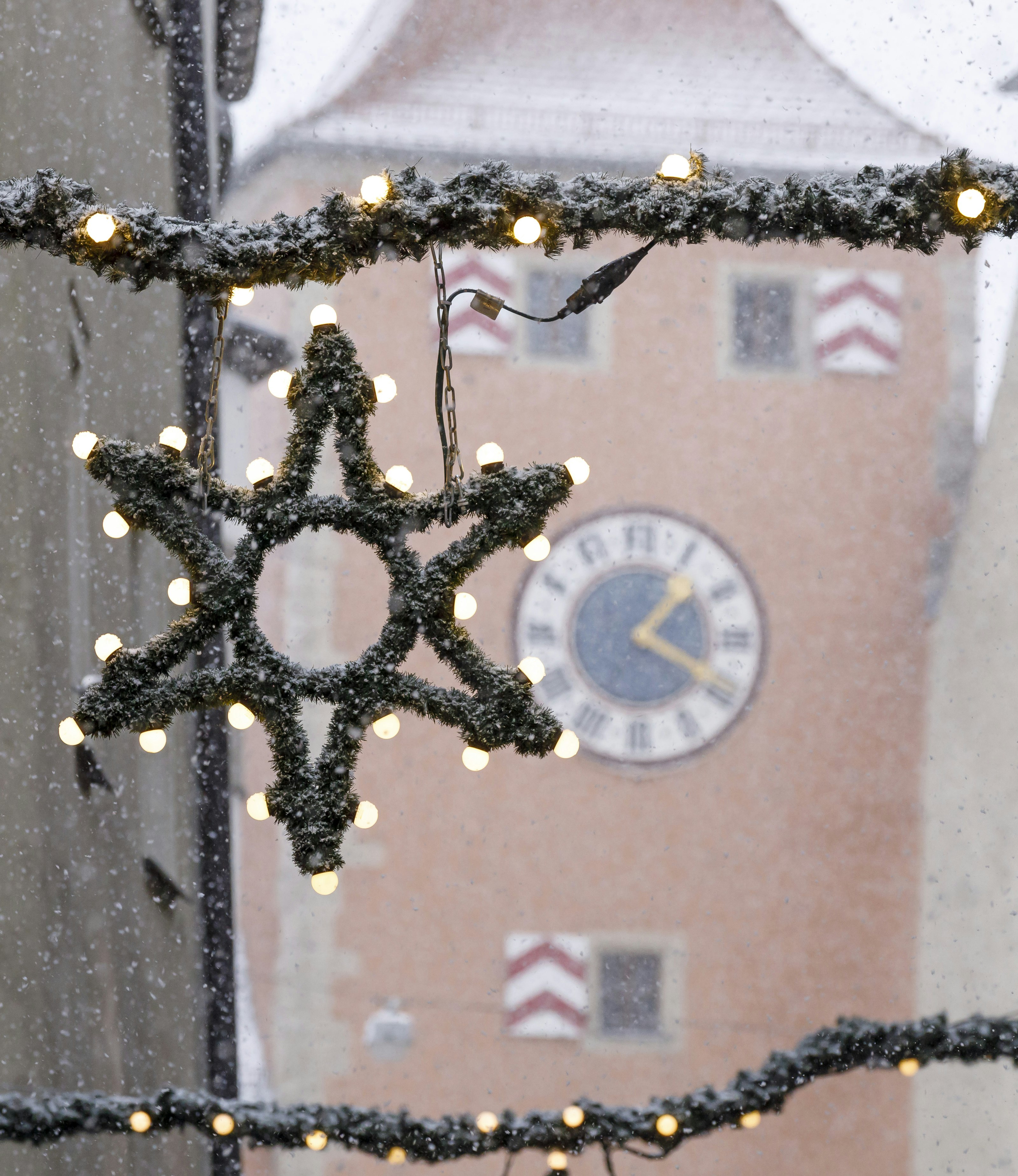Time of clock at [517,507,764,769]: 1:19
